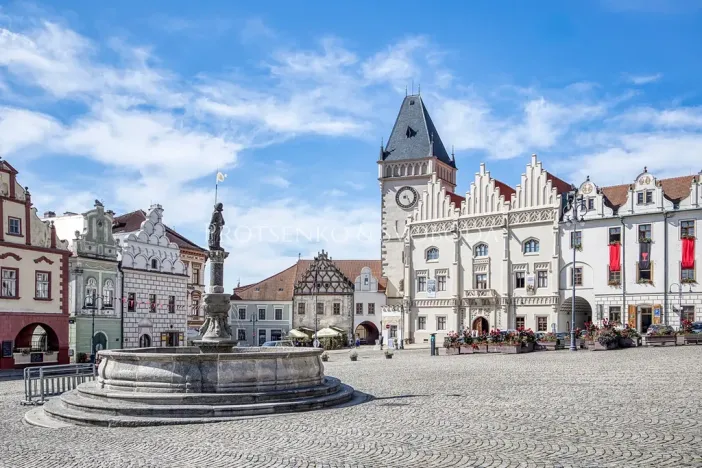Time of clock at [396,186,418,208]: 8:23
